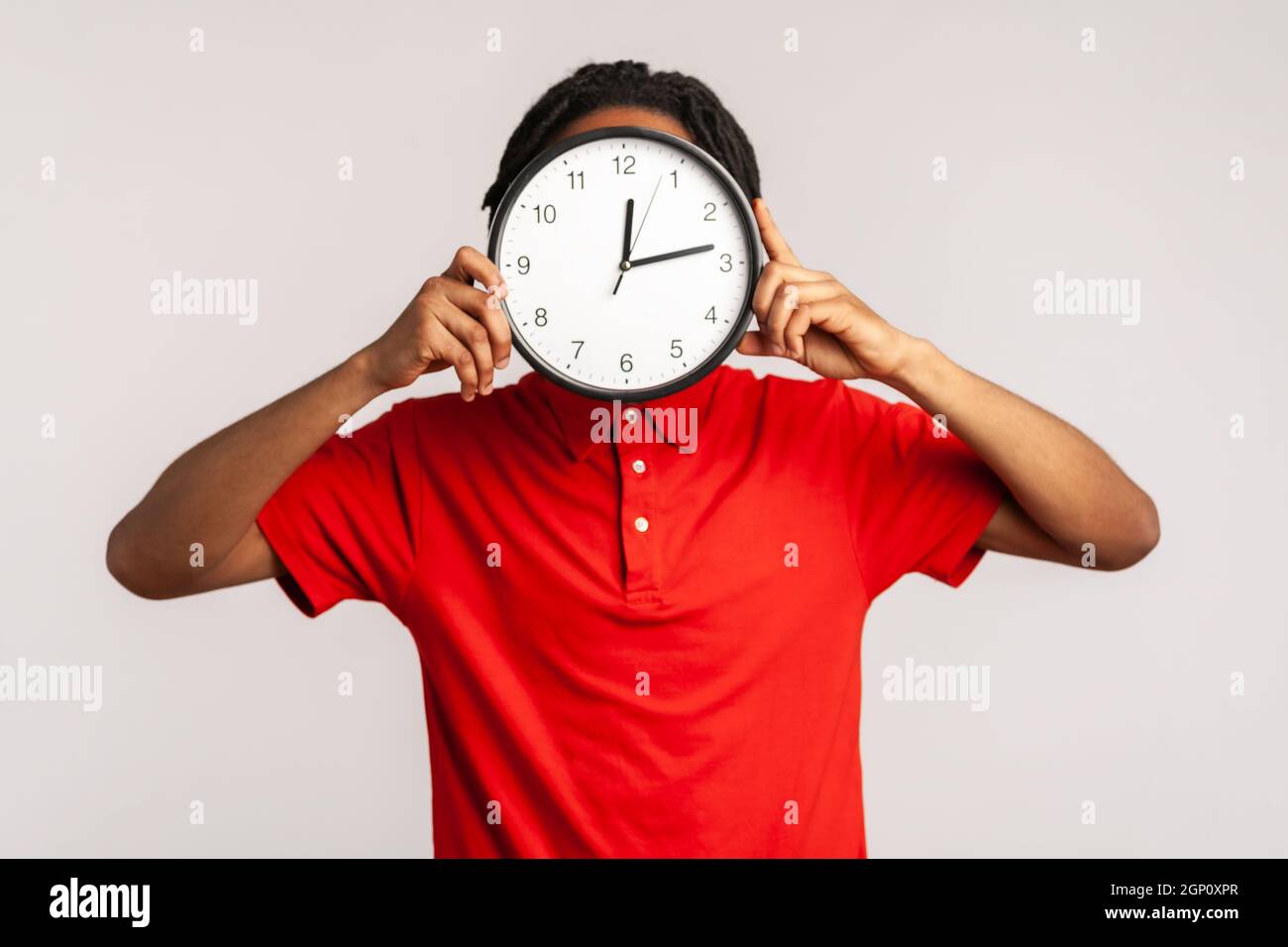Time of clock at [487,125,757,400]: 12:13
